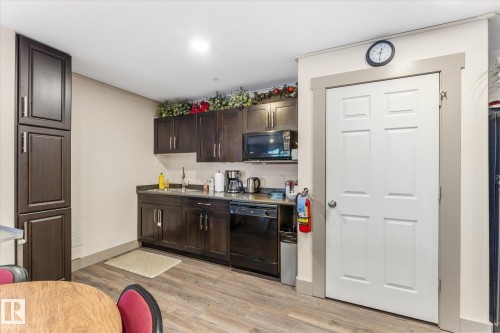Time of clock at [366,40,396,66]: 12:31
